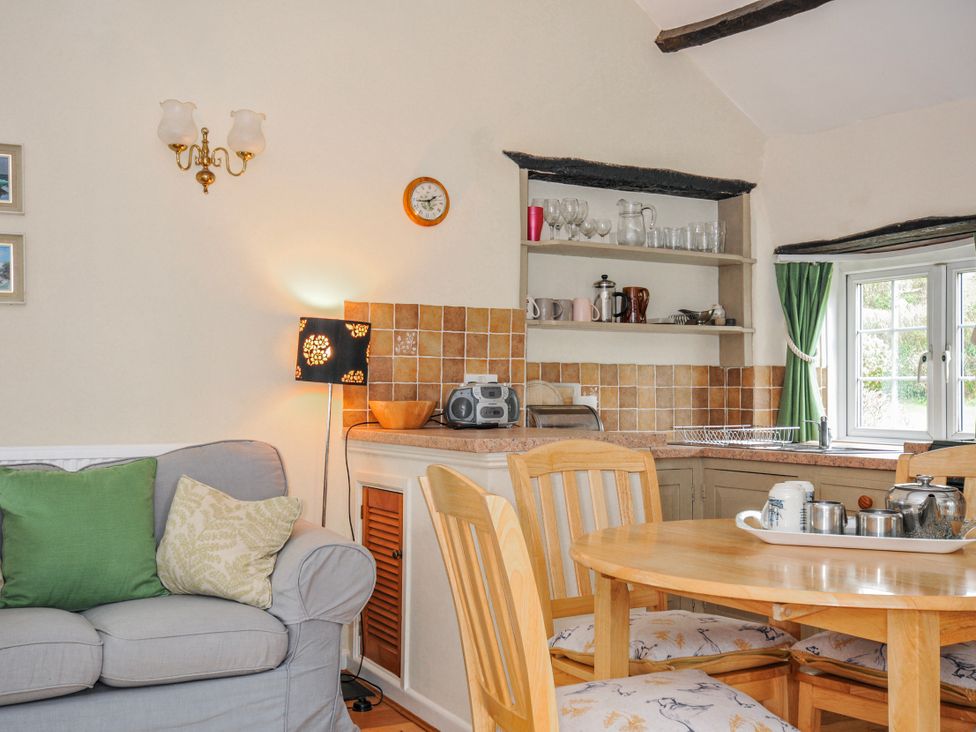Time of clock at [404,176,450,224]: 1:43
